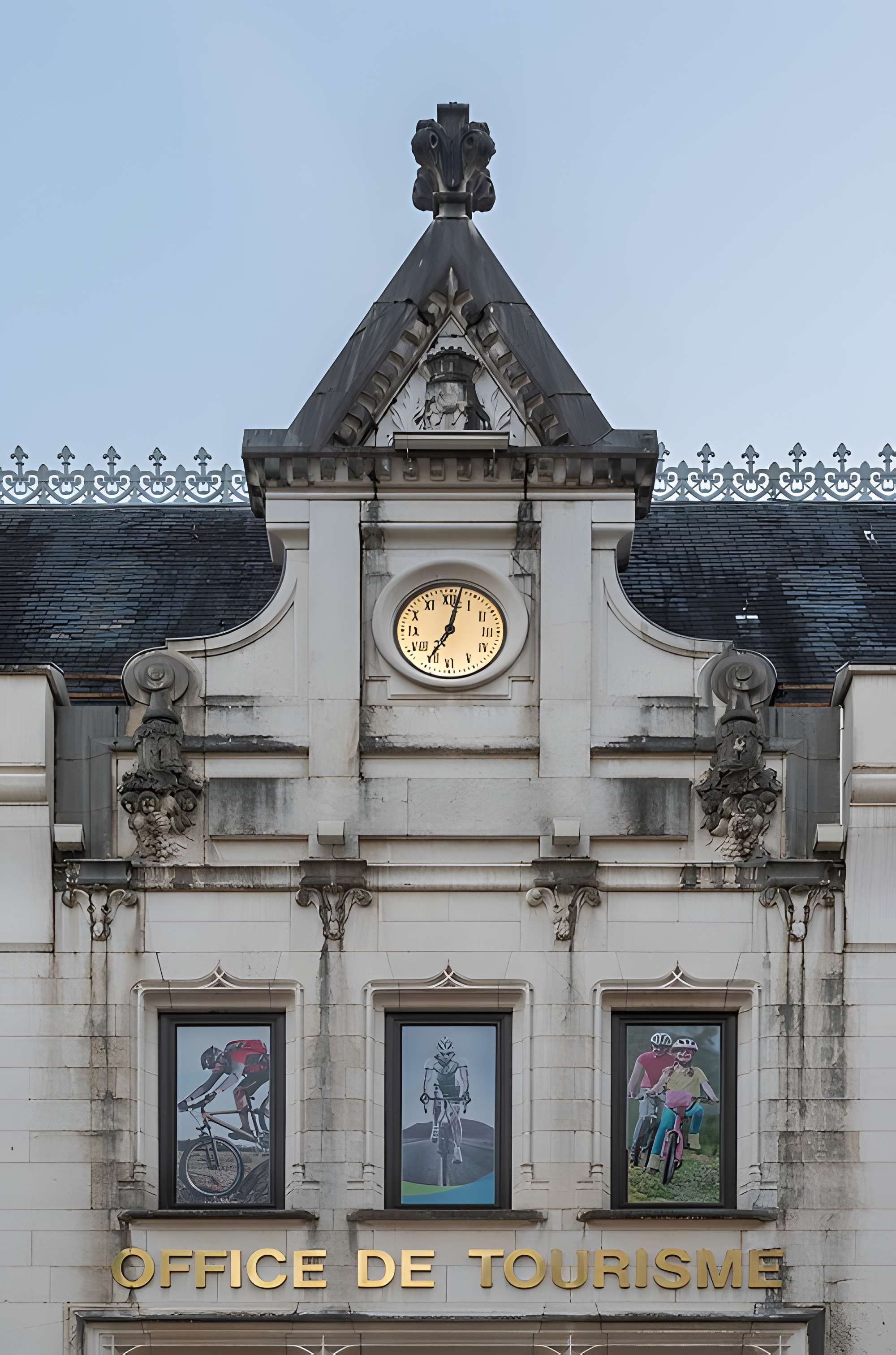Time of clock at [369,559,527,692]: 7:02
